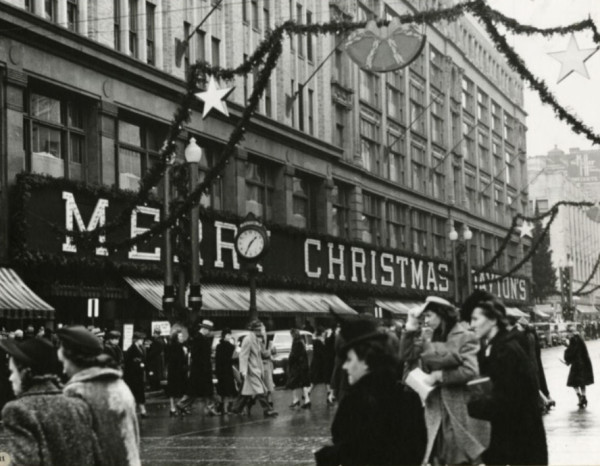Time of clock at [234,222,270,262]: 1:34
